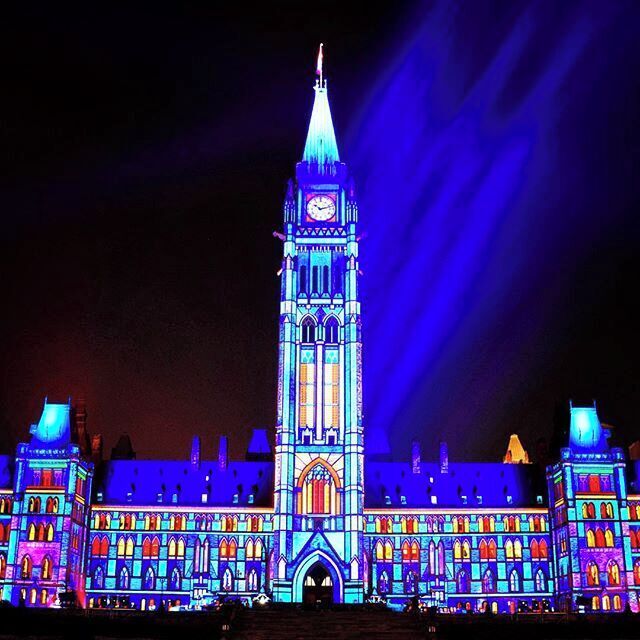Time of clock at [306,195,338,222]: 10:12
